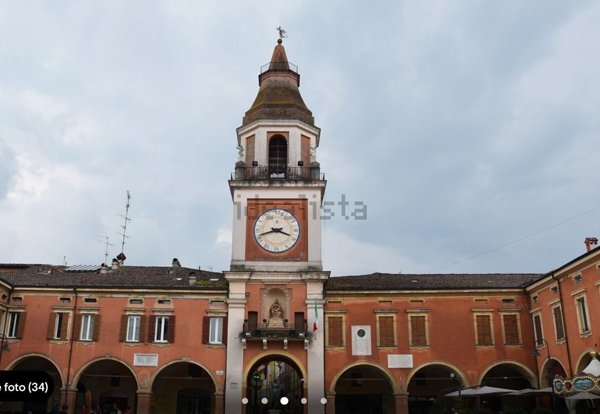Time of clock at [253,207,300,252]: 3:42
